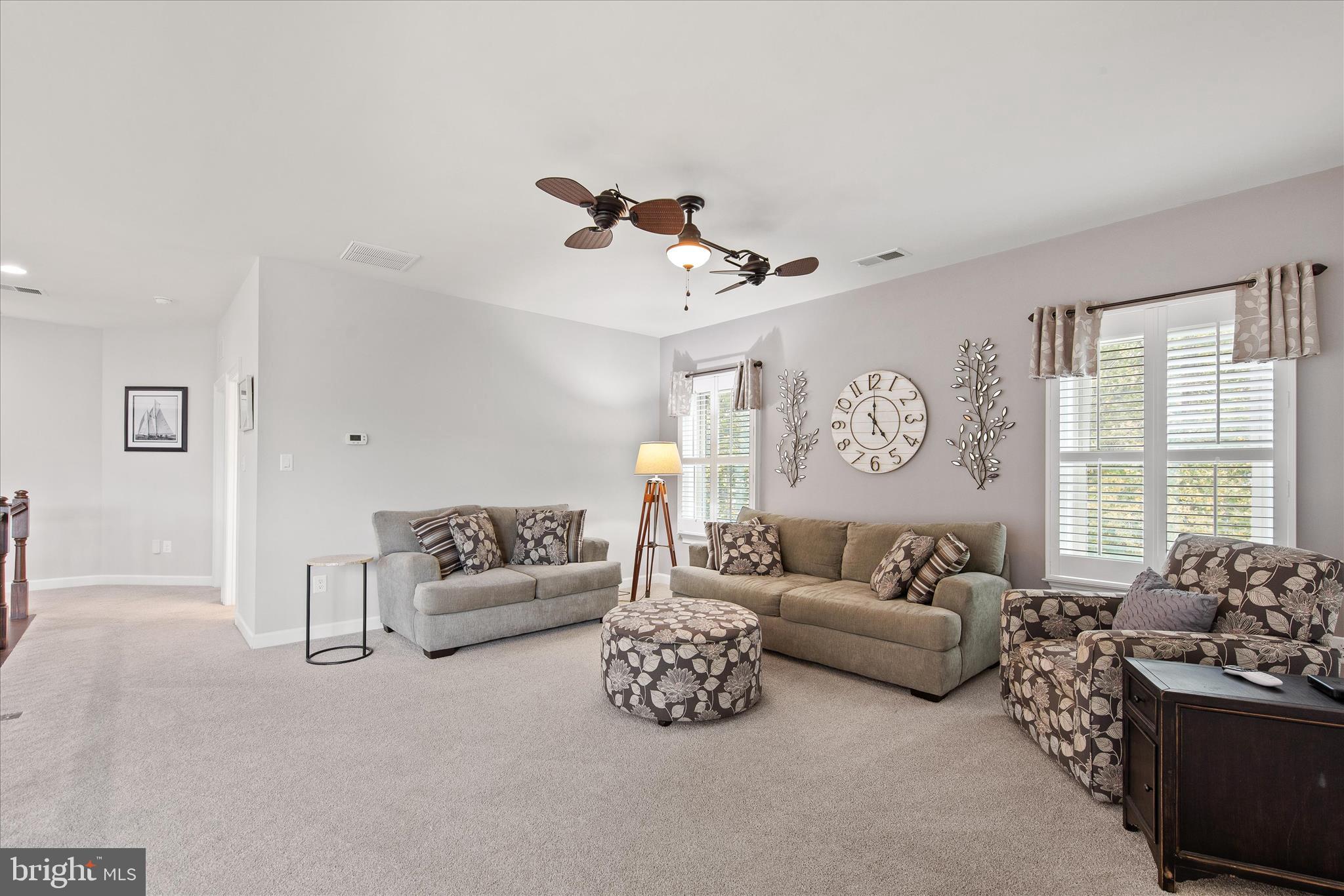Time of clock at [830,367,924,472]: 5:00
